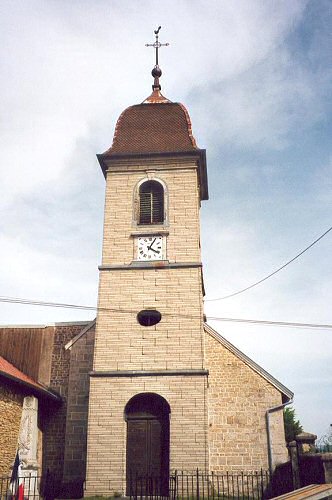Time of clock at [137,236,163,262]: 4:04
